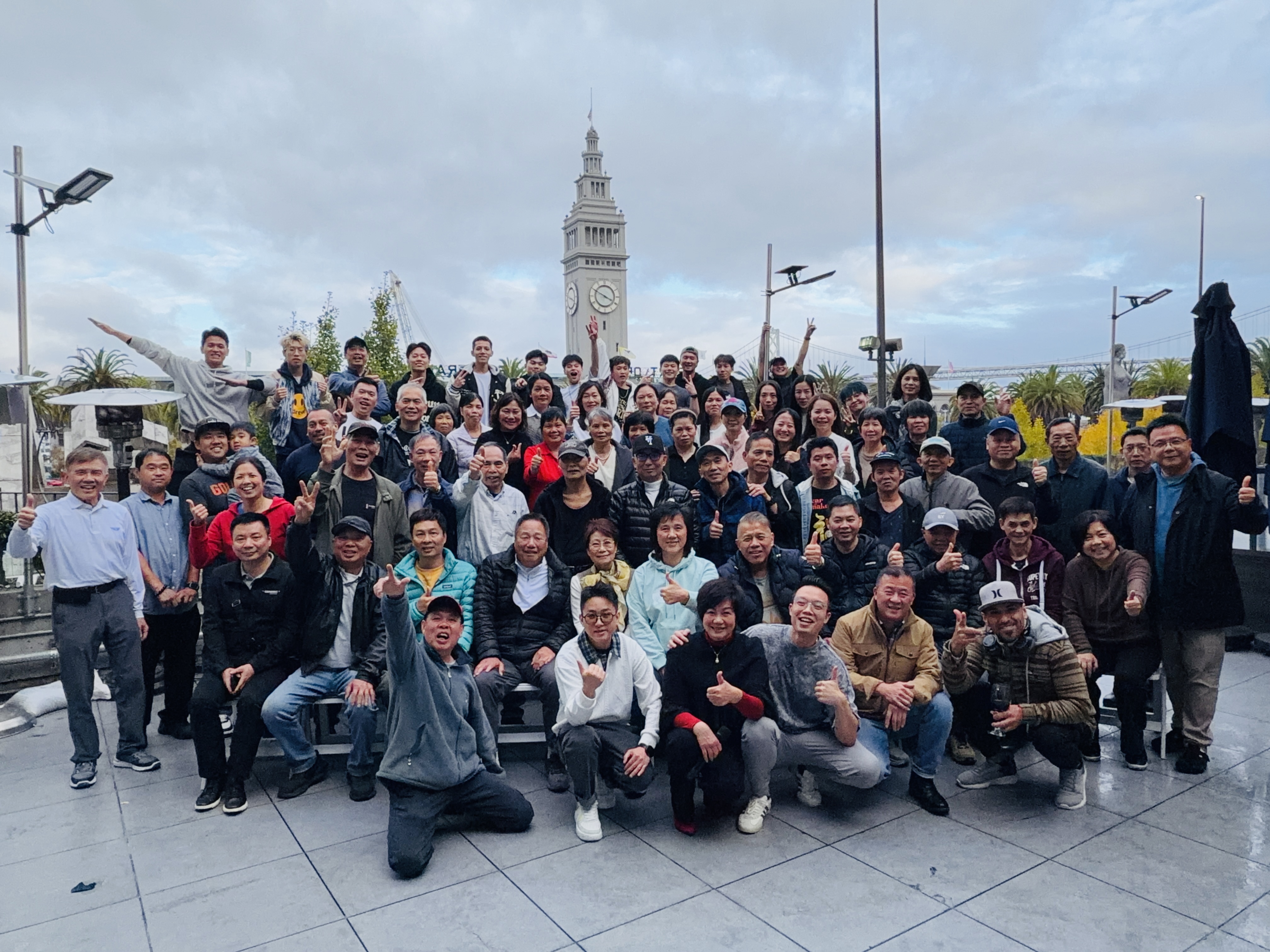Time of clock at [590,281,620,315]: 3:50
